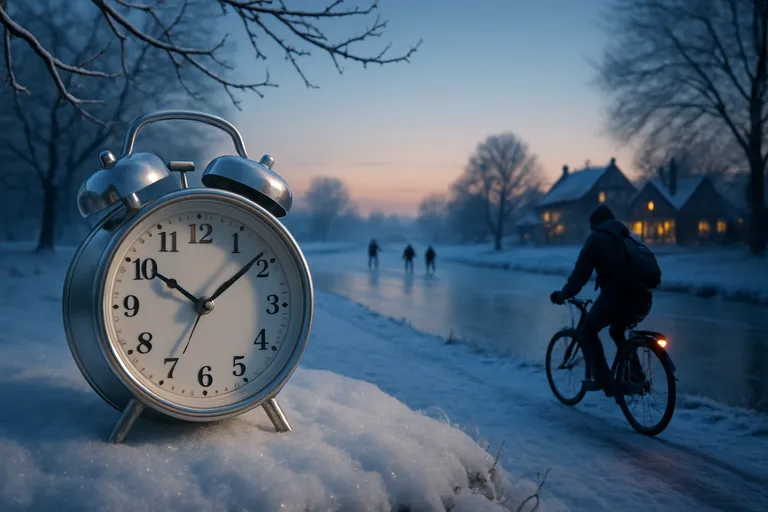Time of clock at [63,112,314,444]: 10:08
